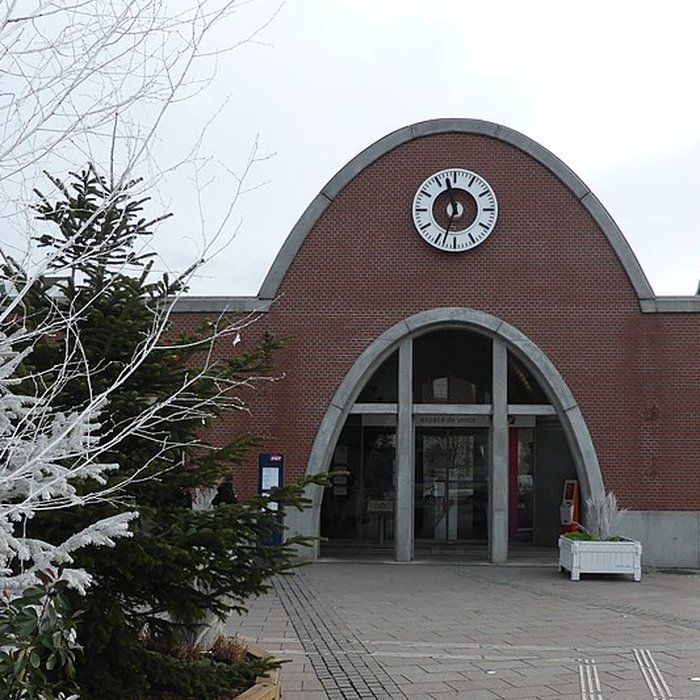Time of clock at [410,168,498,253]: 11:33
